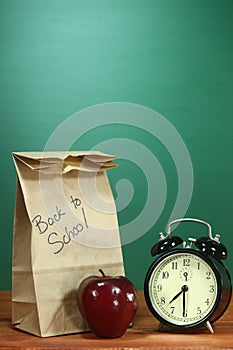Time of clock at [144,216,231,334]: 7:30
